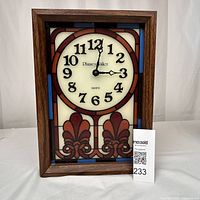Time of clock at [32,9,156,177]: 3:01
